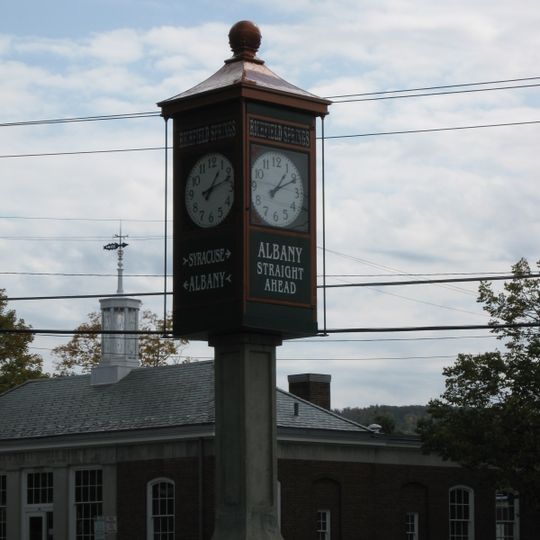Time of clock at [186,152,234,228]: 1:11
